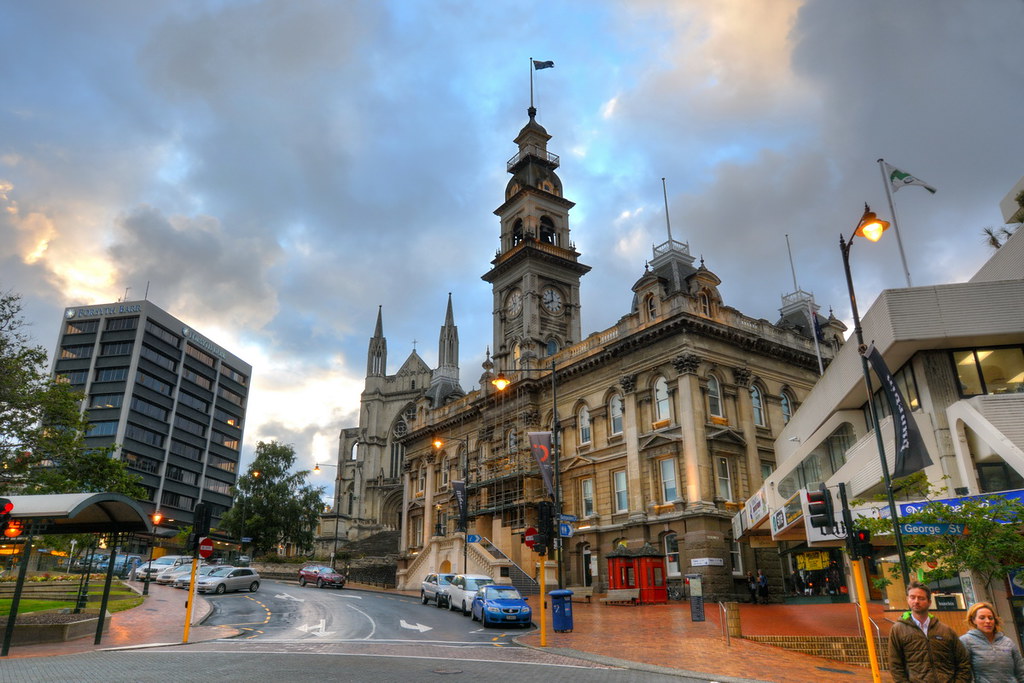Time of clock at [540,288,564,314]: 7:59
